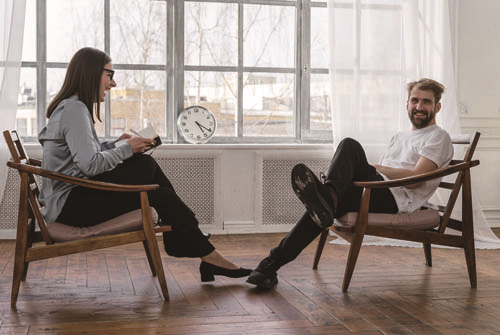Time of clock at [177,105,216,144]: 5:20
